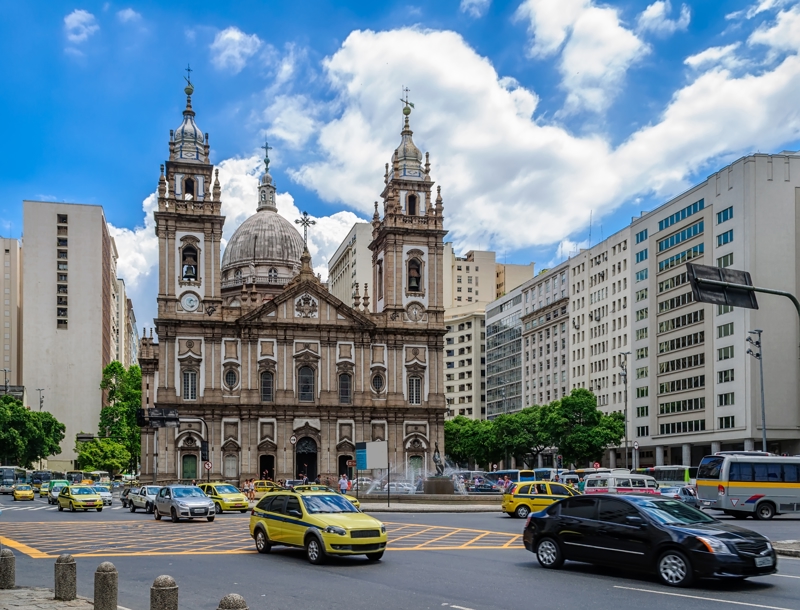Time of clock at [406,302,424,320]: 12:28
